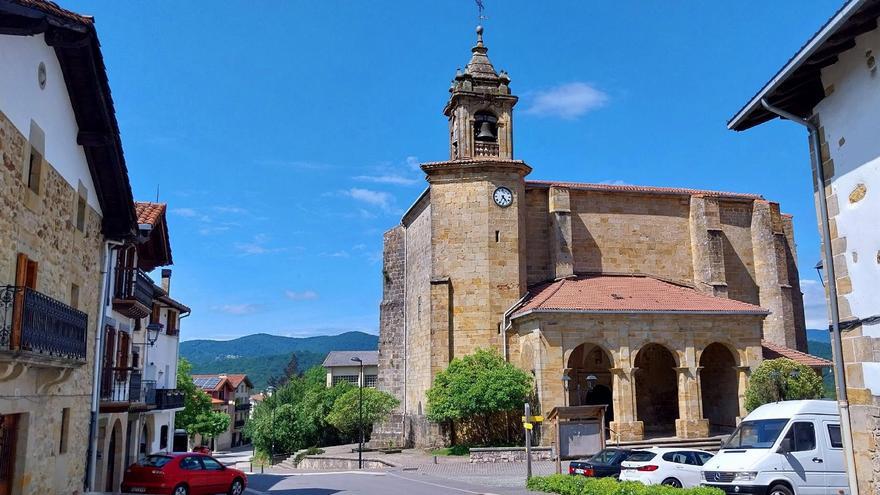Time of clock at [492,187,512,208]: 4:34
